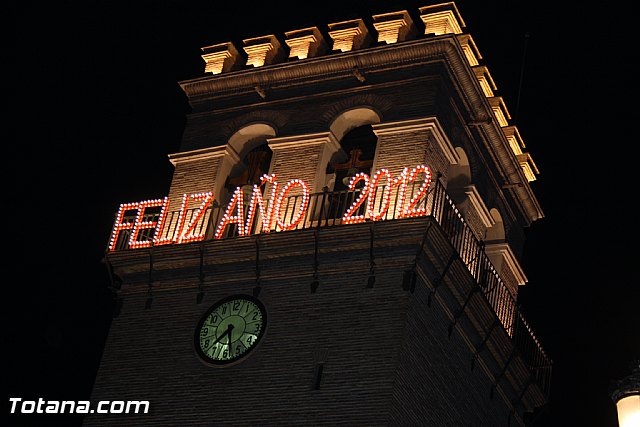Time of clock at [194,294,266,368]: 7:28
